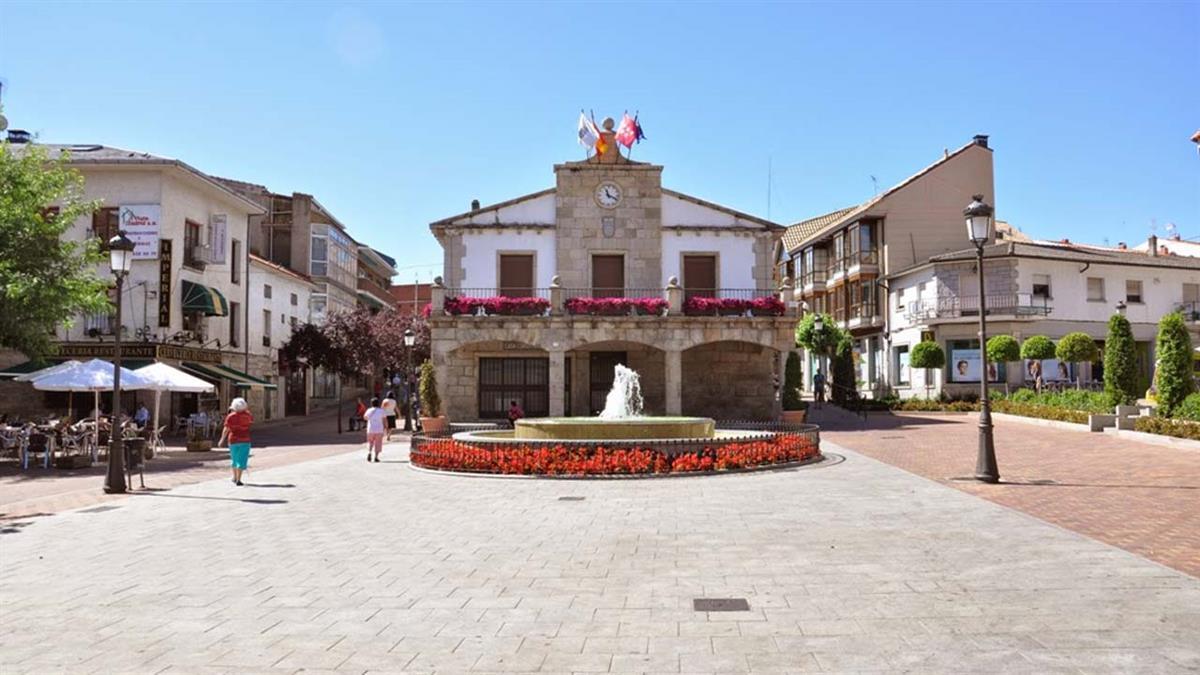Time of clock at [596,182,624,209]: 11:18
